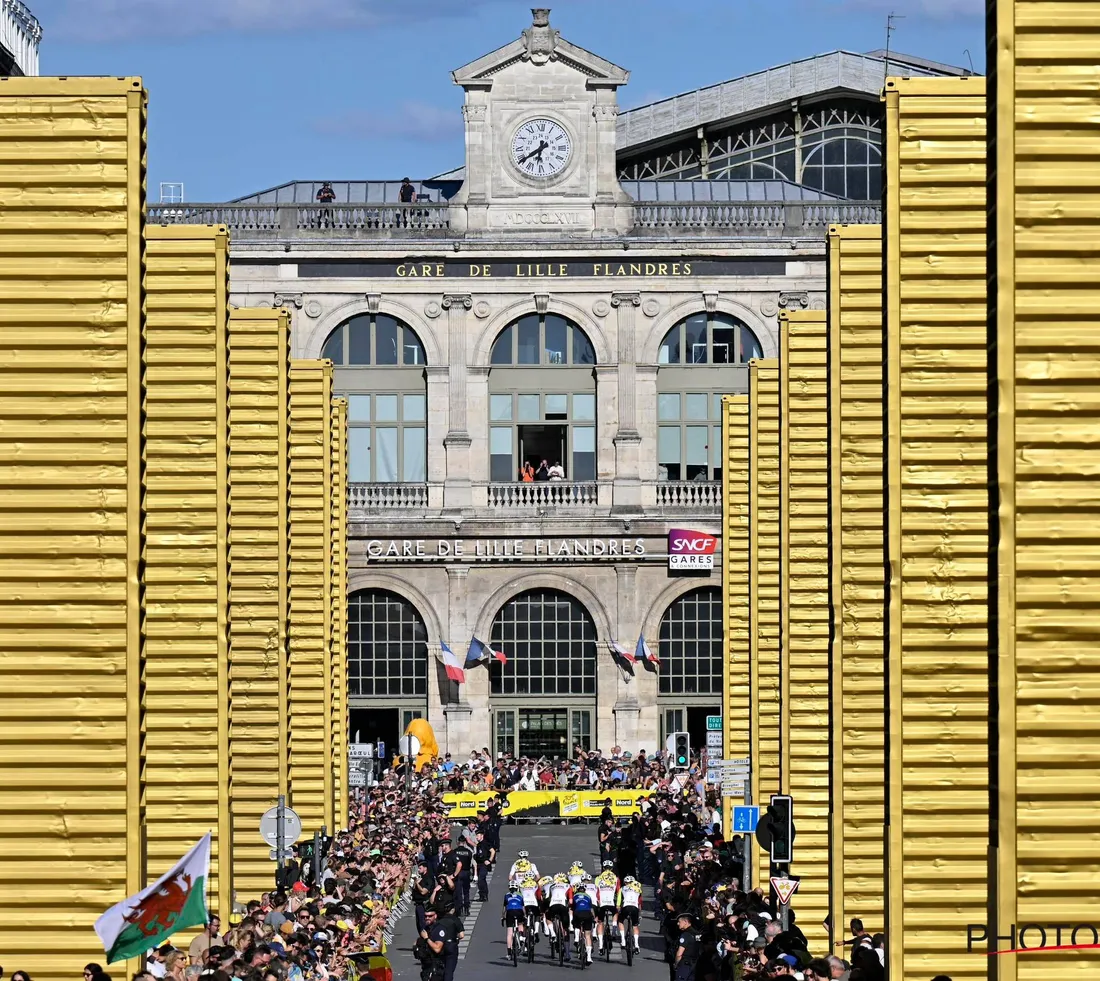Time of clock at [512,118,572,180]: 6:39
